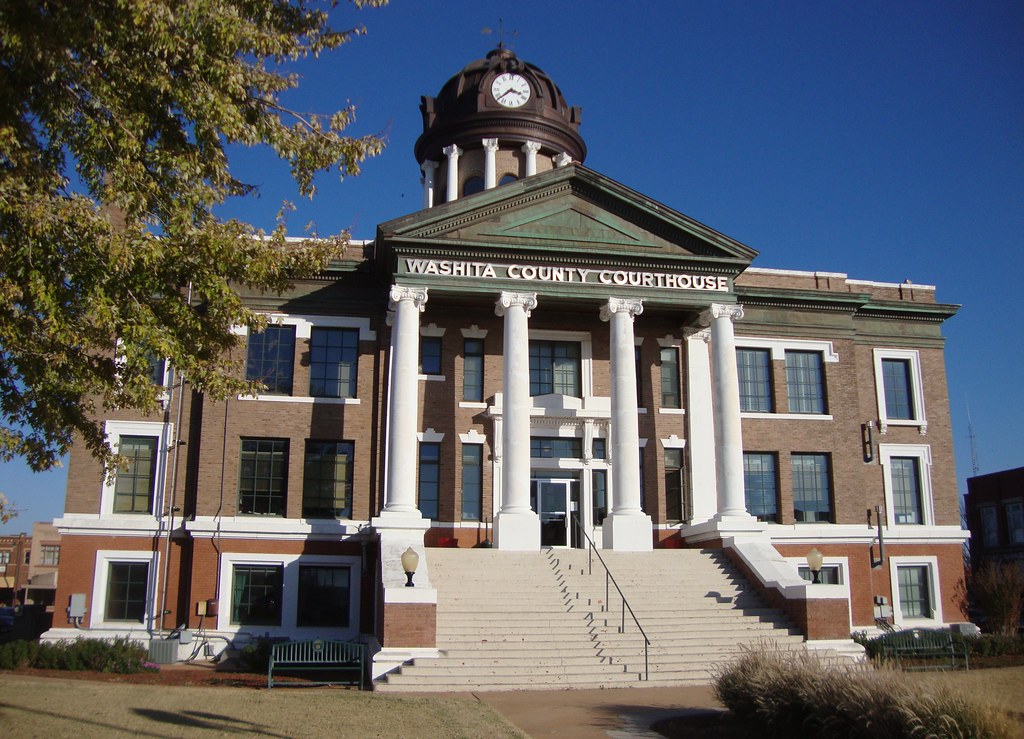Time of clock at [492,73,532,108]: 3:38
